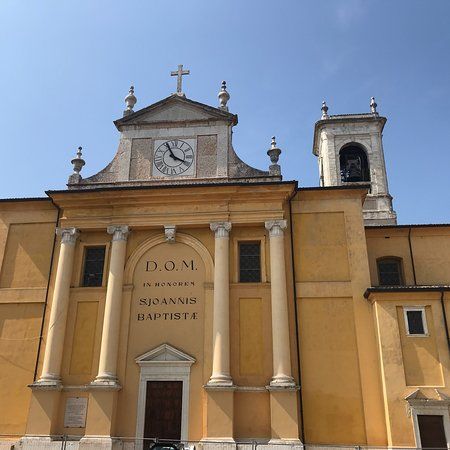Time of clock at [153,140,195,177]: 3:55
